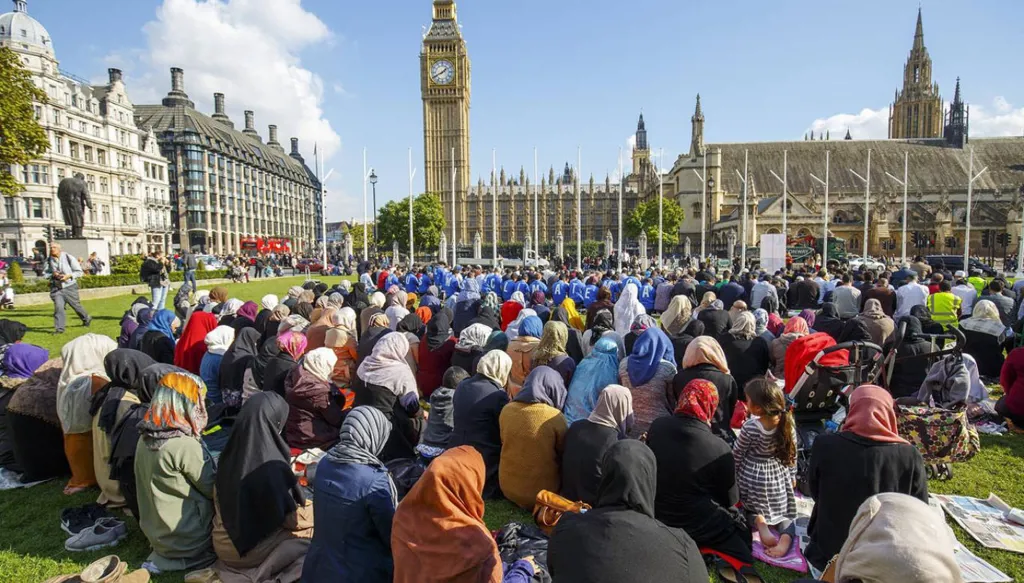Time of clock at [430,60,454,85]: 1:40
